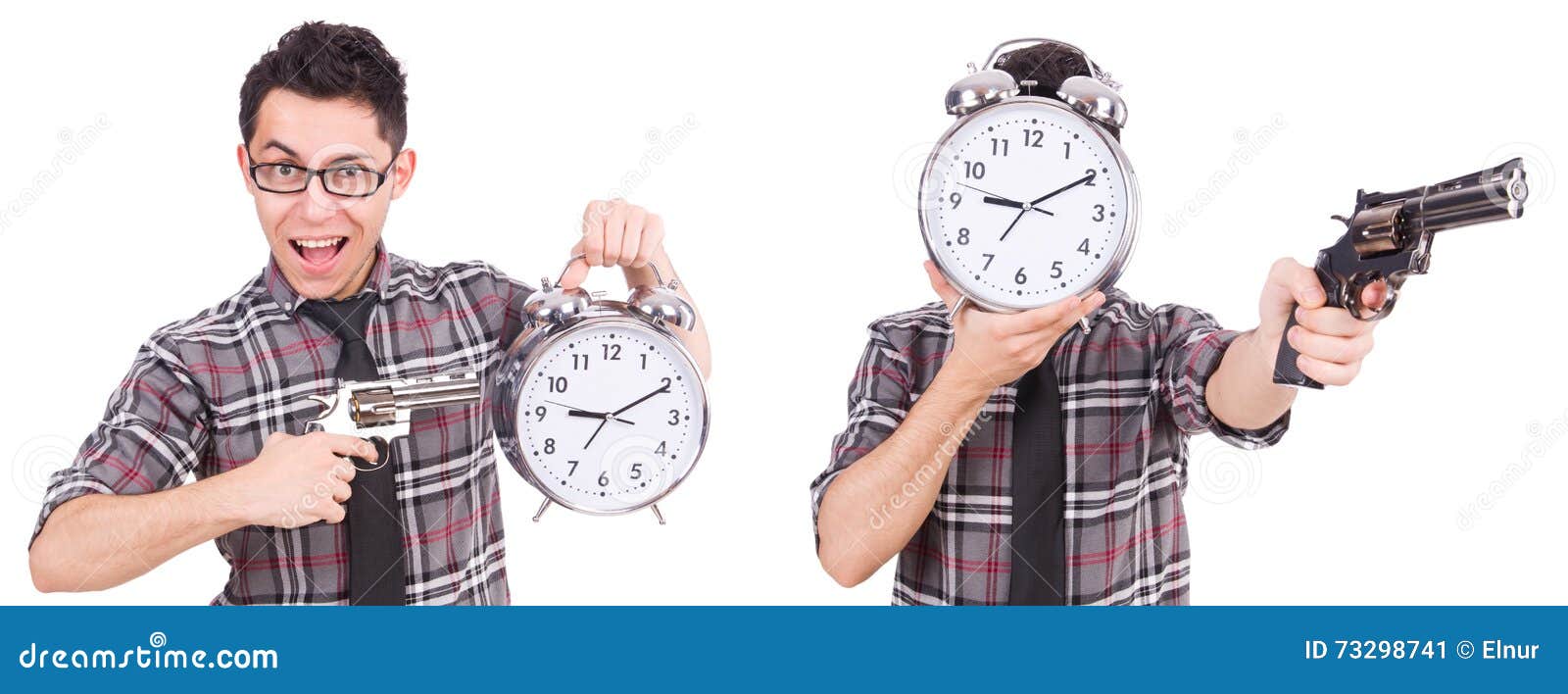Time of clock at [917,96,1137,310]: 9:10
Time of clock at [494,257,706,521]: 9:10
